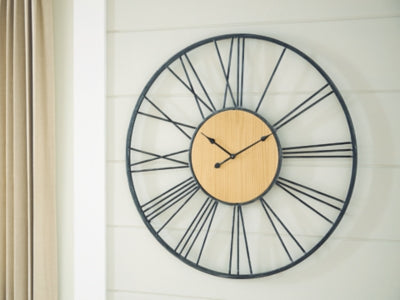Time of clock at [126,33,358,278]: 10:10
